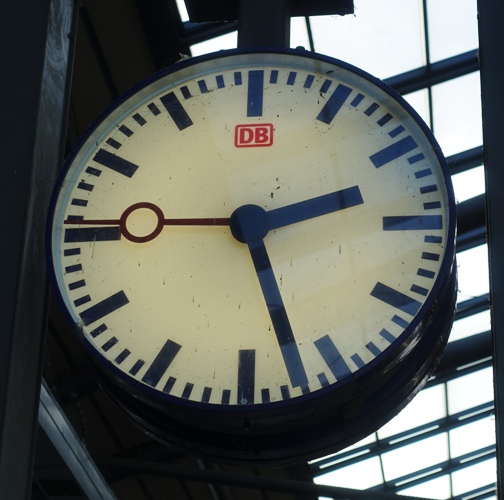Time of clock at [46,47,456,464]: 2:27
